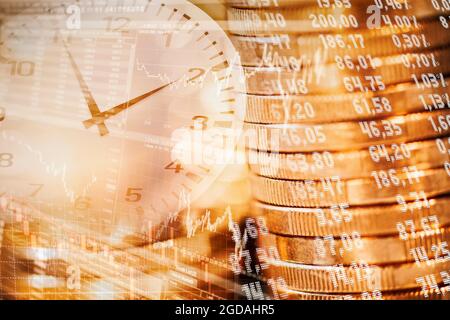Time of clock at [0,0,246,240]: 1:54
